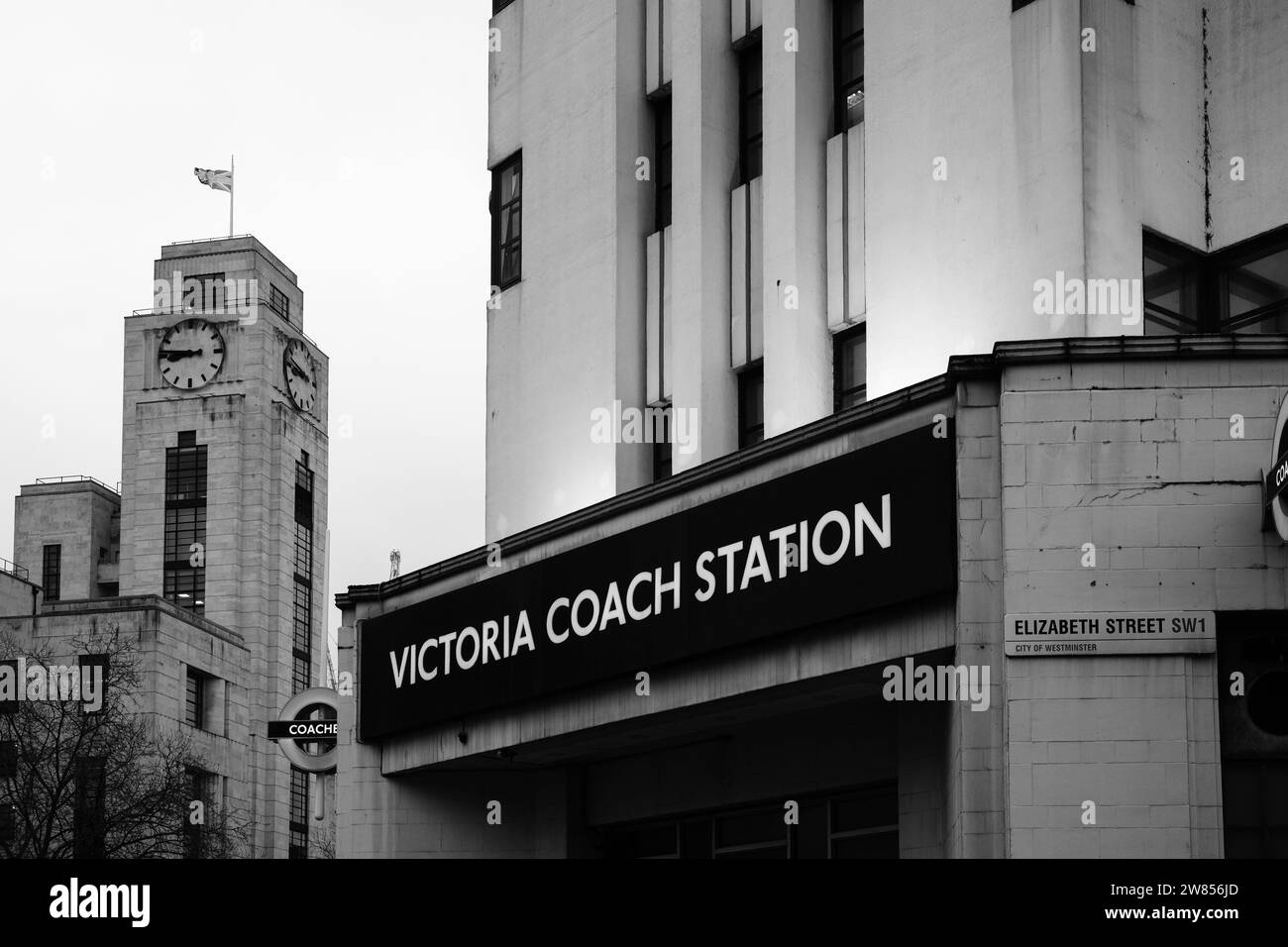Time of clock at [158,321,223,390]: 8:46
